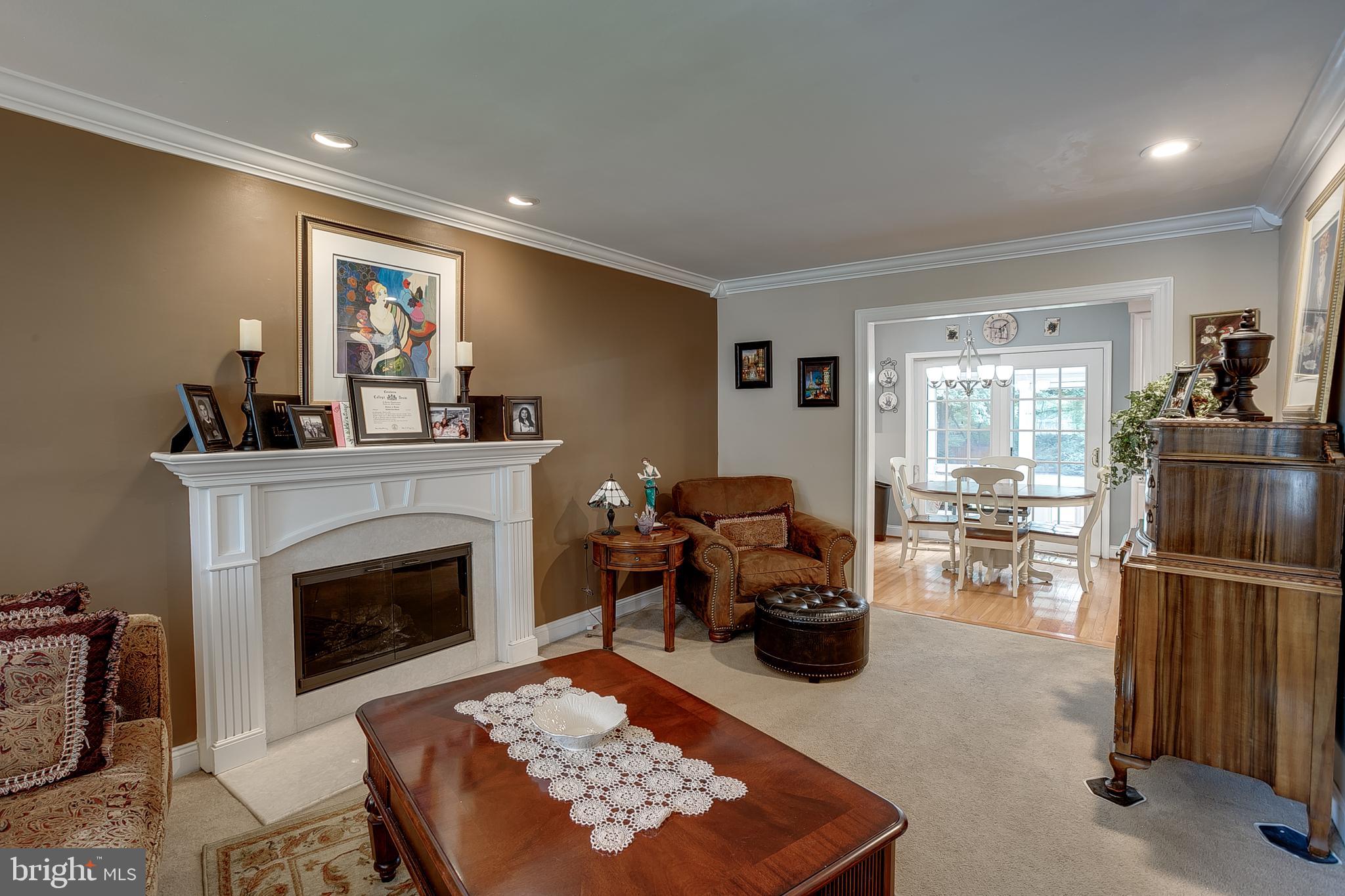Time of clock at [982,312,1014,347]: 1:46
